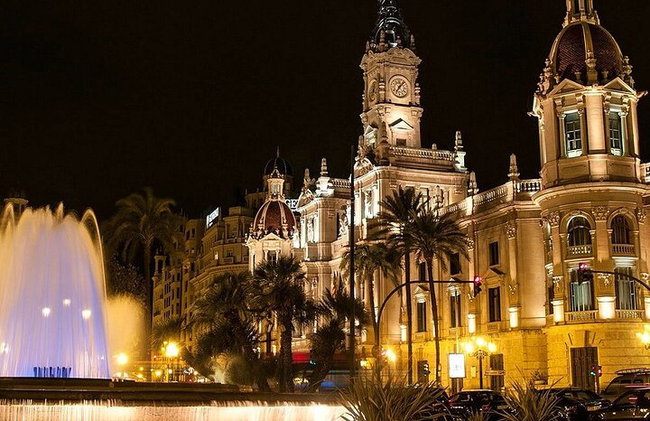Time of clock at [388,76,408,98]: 7:07
